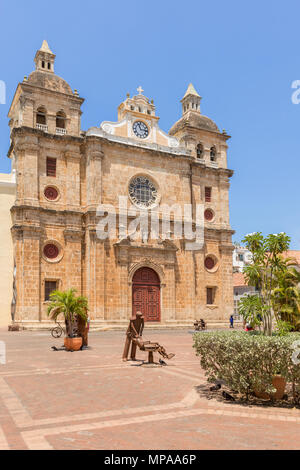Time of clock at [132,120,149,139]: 2:56
